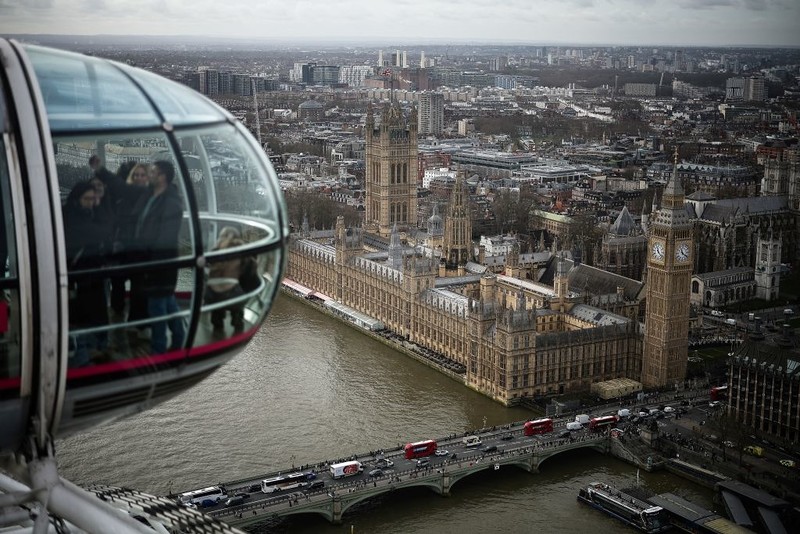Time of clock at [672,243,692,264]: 11:21
